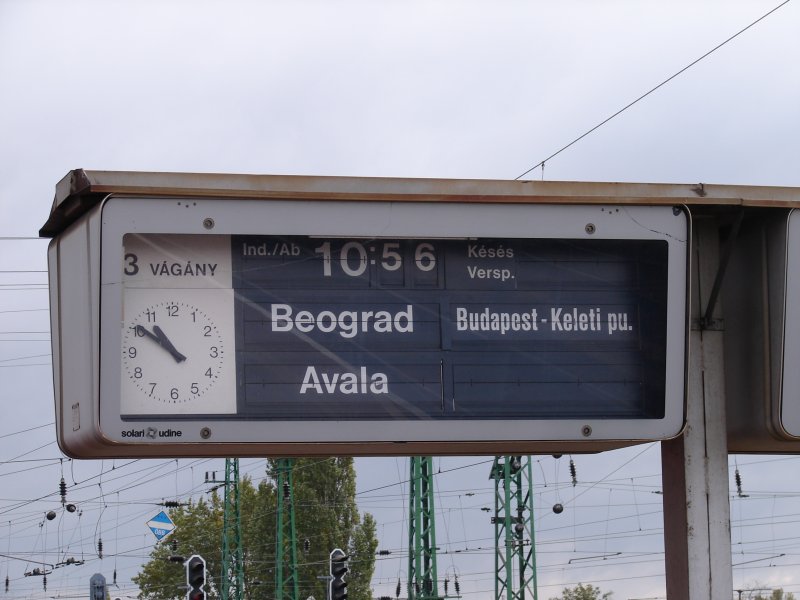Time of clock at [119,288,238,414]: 10:50
